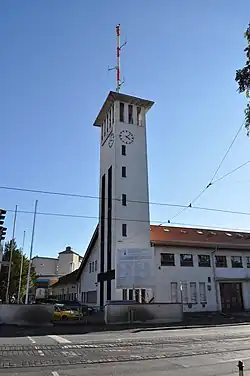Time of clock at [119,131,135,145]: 4:07
